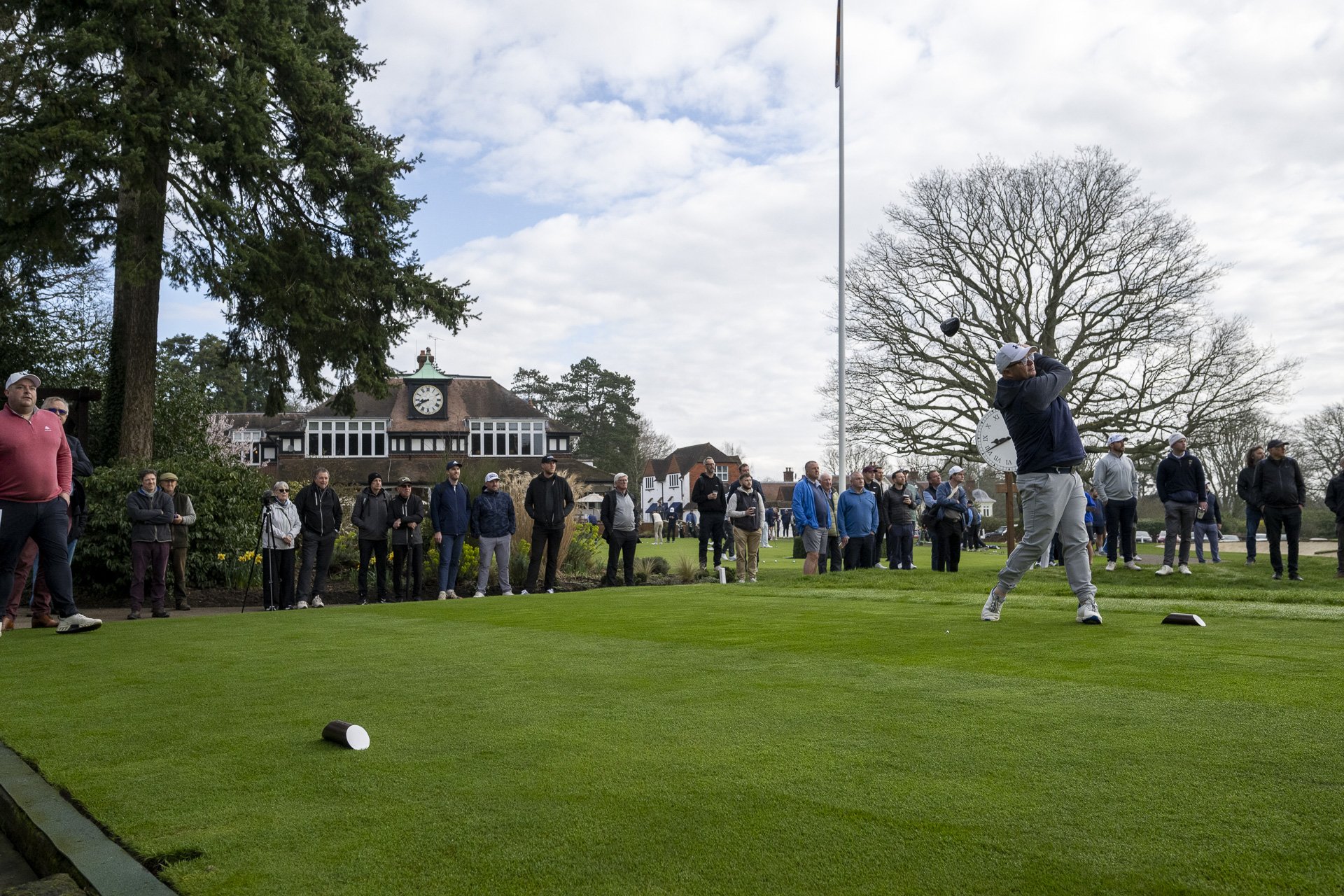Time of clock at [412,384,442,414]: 8:40
